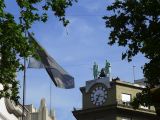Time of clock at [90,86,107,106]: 7:17
